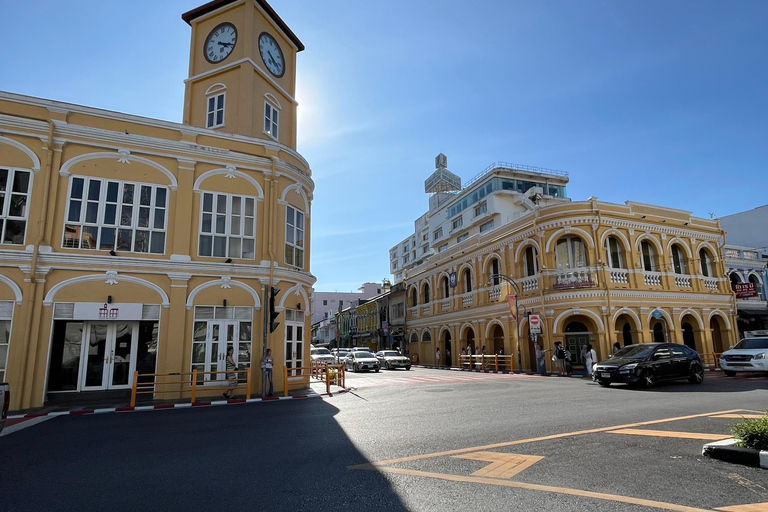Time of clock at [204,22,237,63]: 4:18
